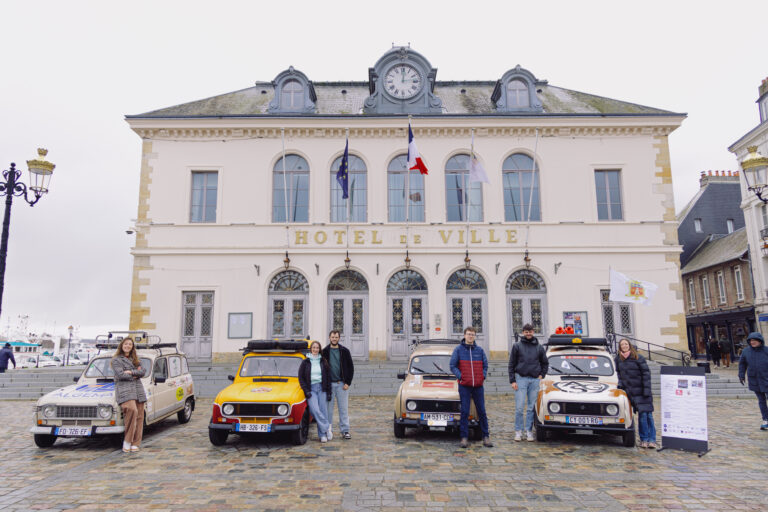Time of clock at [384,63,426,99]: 12:13
